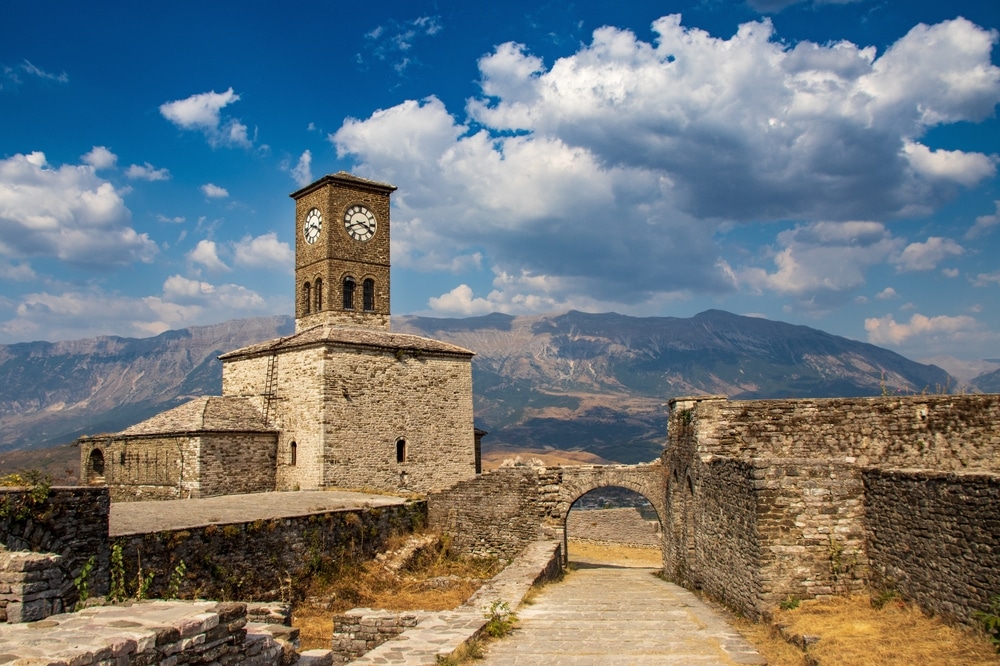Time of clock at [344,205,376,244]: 3:41
